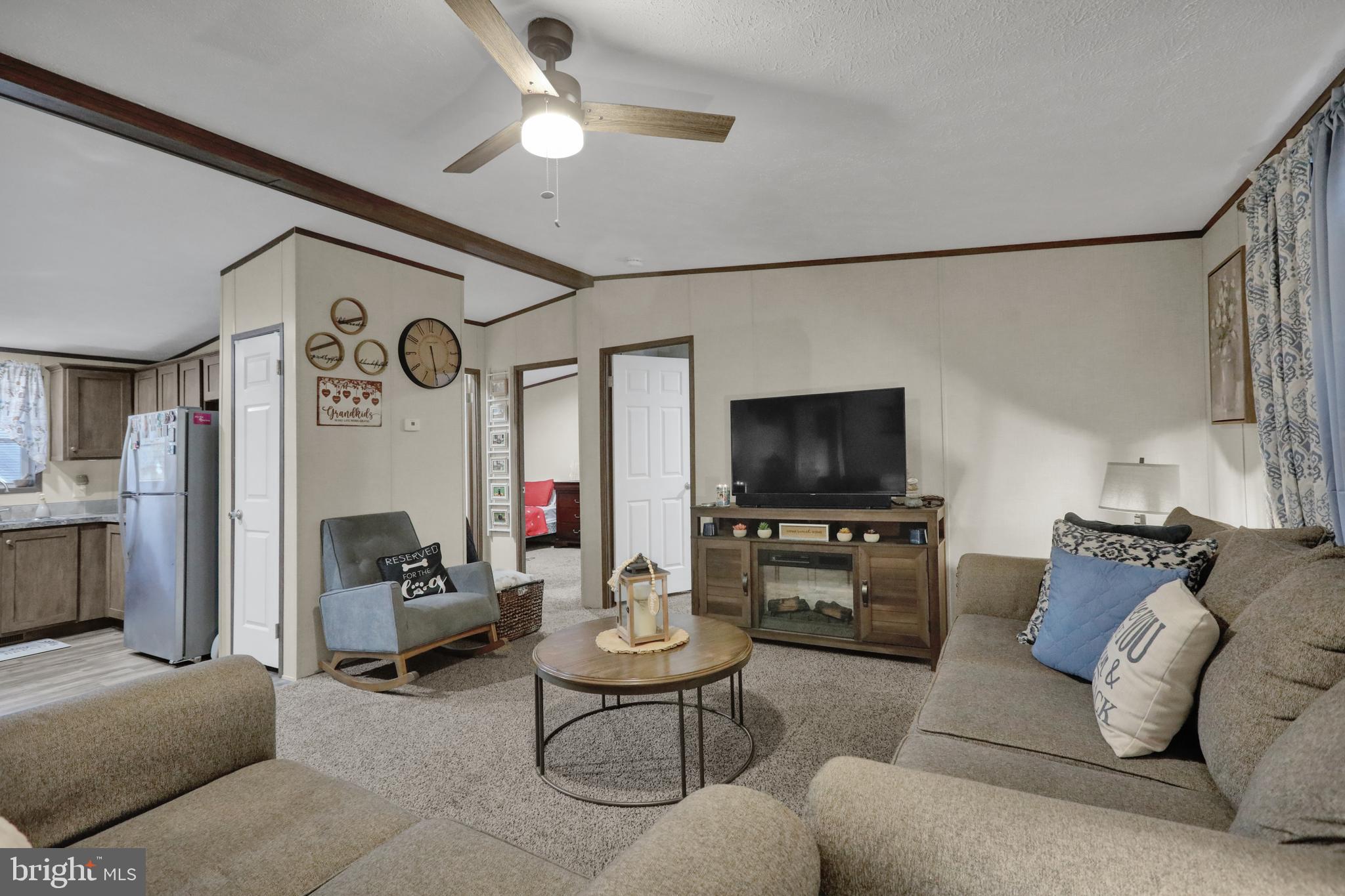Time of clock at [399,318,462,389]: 5:29
